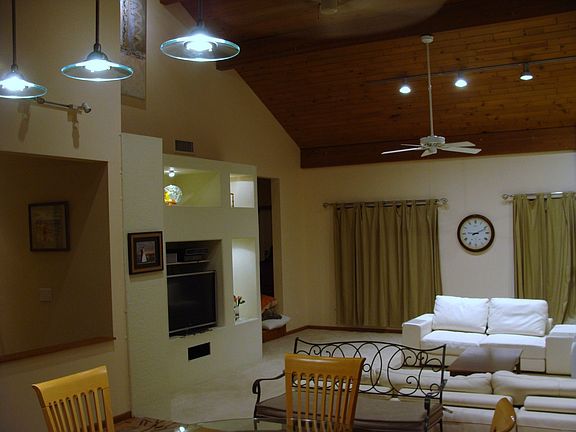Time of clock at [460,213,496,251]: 9:11
